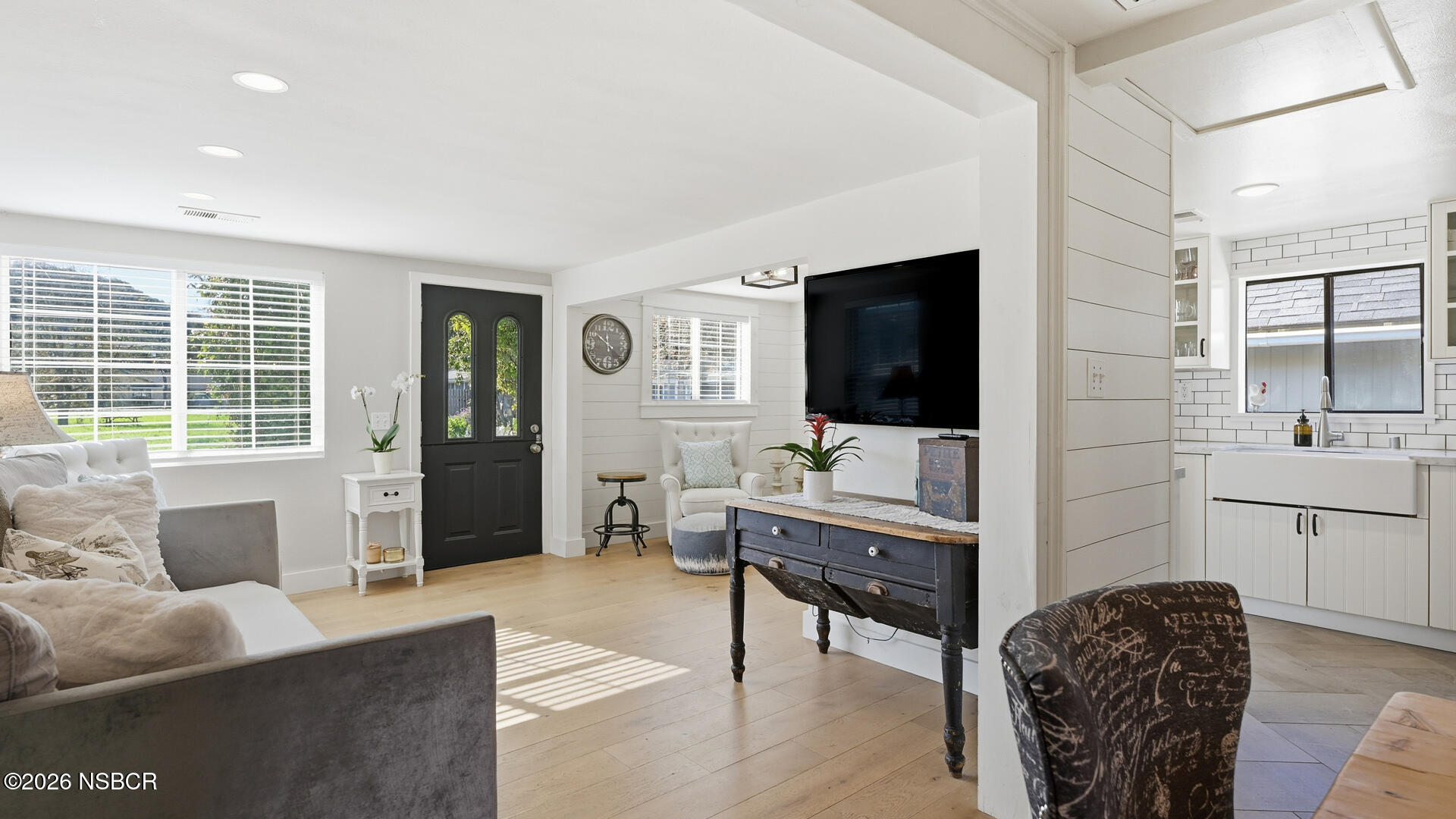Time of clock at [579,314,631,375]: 11:51
